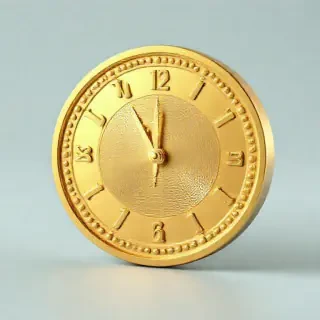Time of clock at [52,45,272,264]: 11:54
